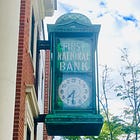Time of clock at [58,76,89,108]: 7:31
